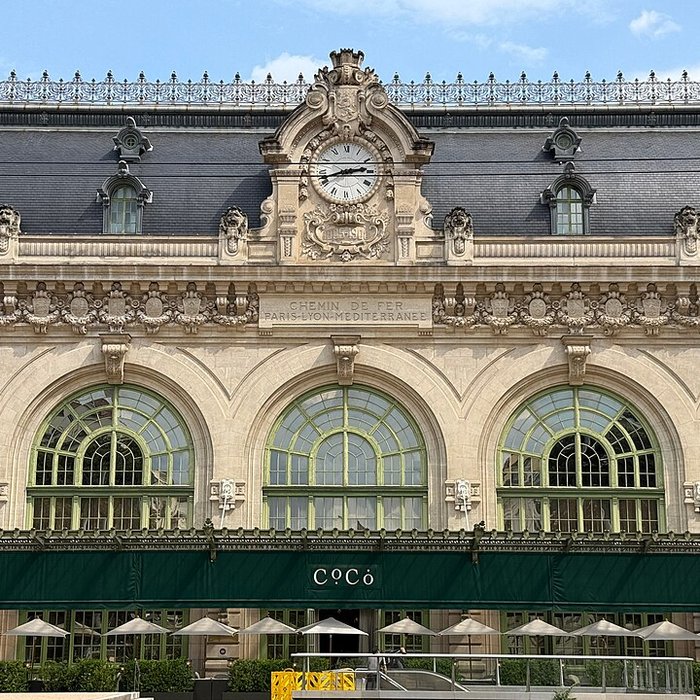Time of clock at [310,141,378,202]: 2:42
